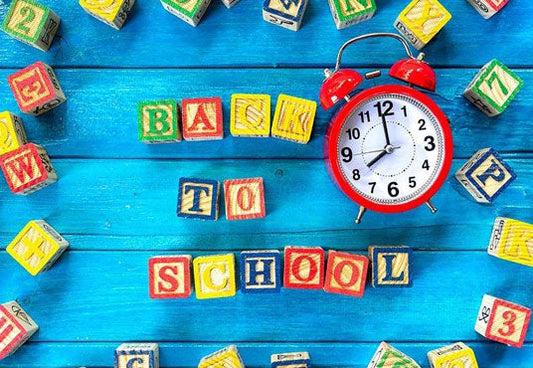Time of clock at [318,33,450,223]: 7:59
